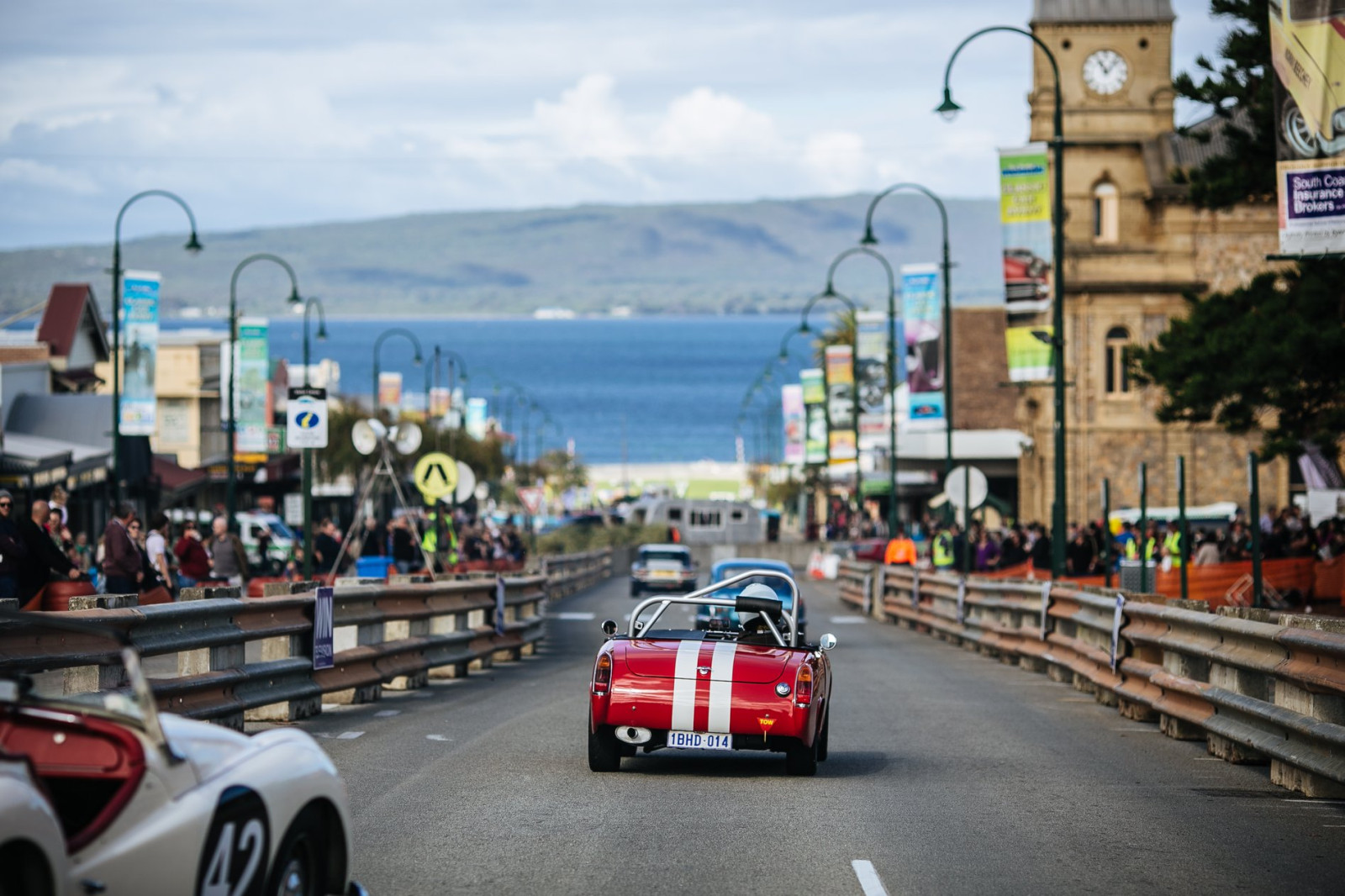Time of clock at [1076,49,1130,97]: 11:07
